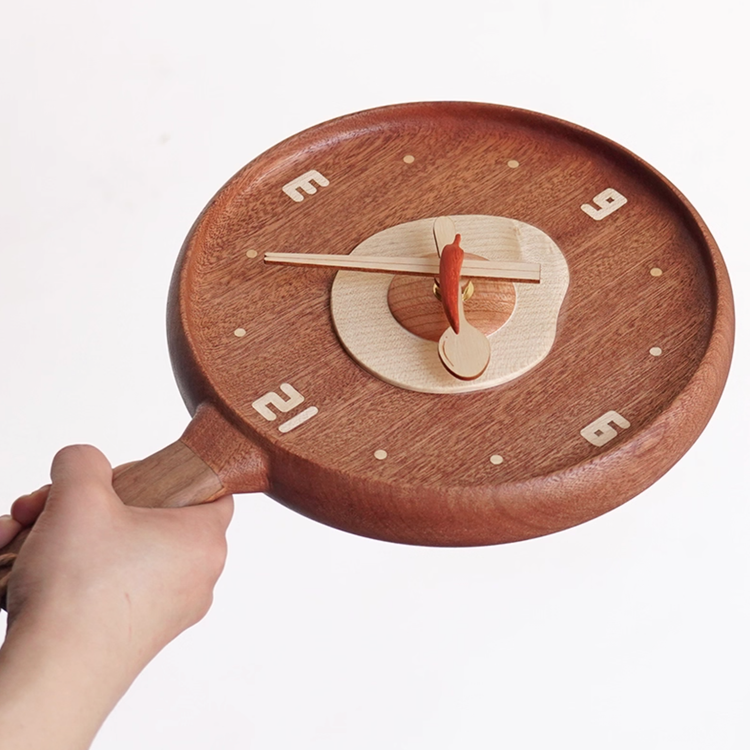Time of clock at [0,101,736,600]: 11:45
